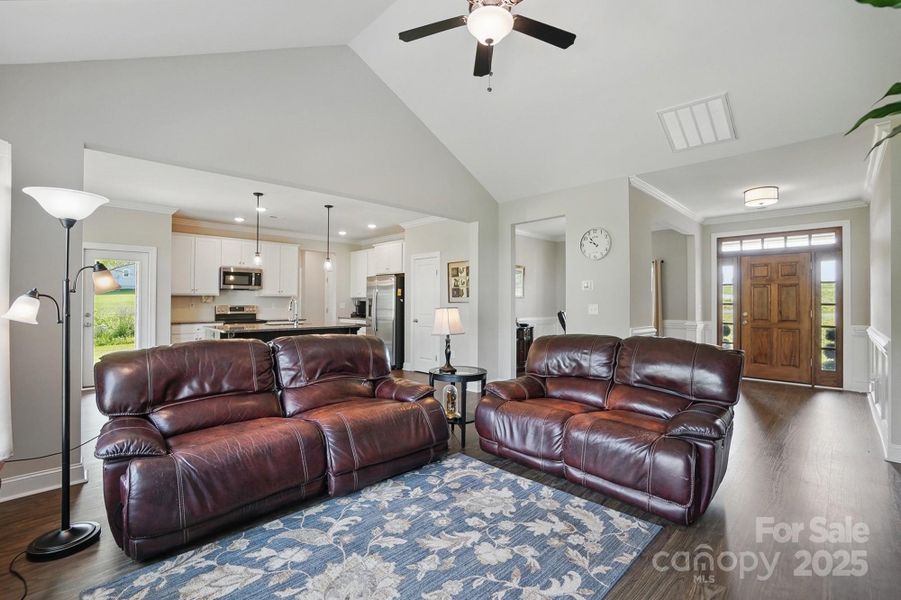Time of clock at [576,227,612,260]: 9:53
